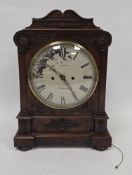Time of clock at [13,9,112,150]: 10:24
